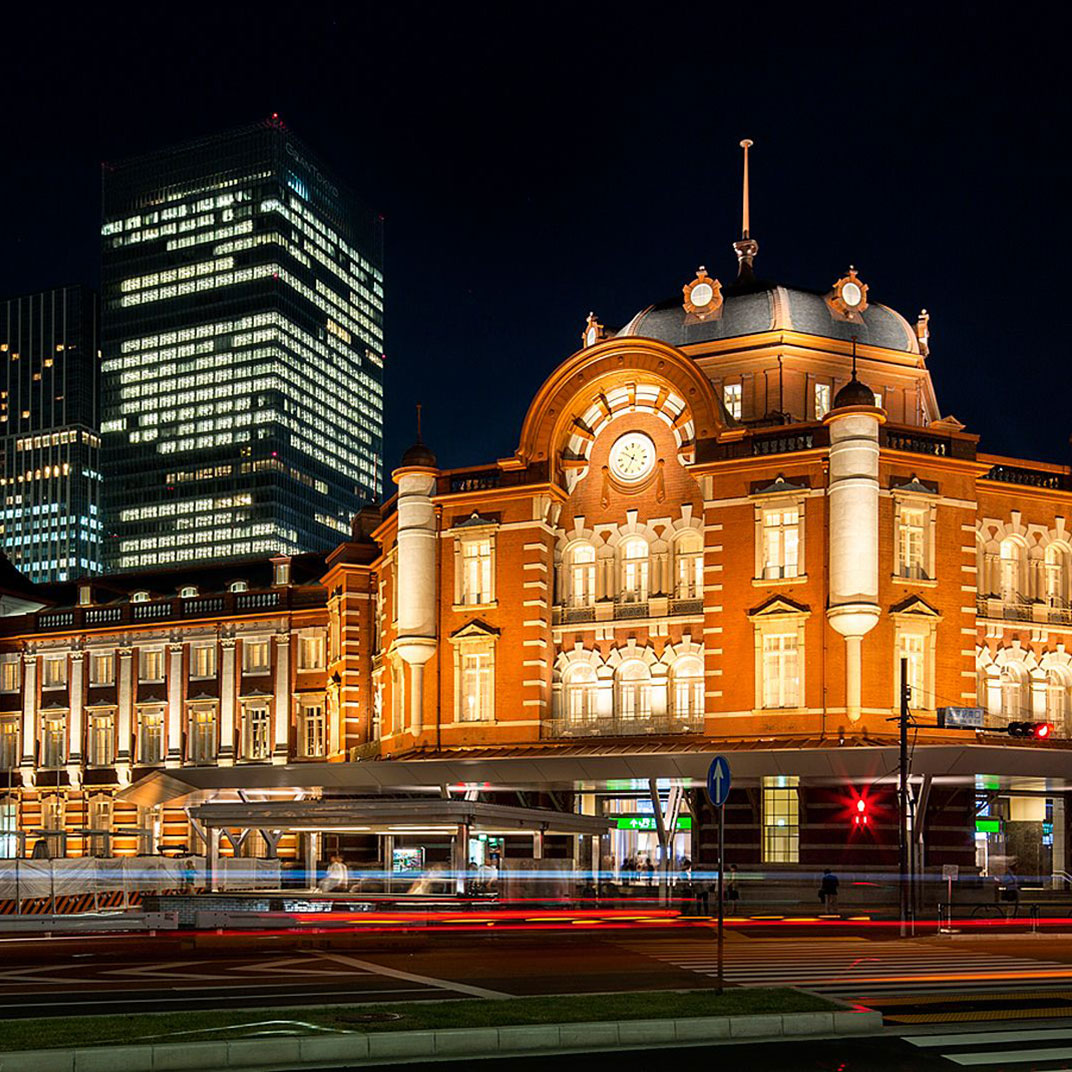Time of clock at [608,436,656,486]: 6:50
